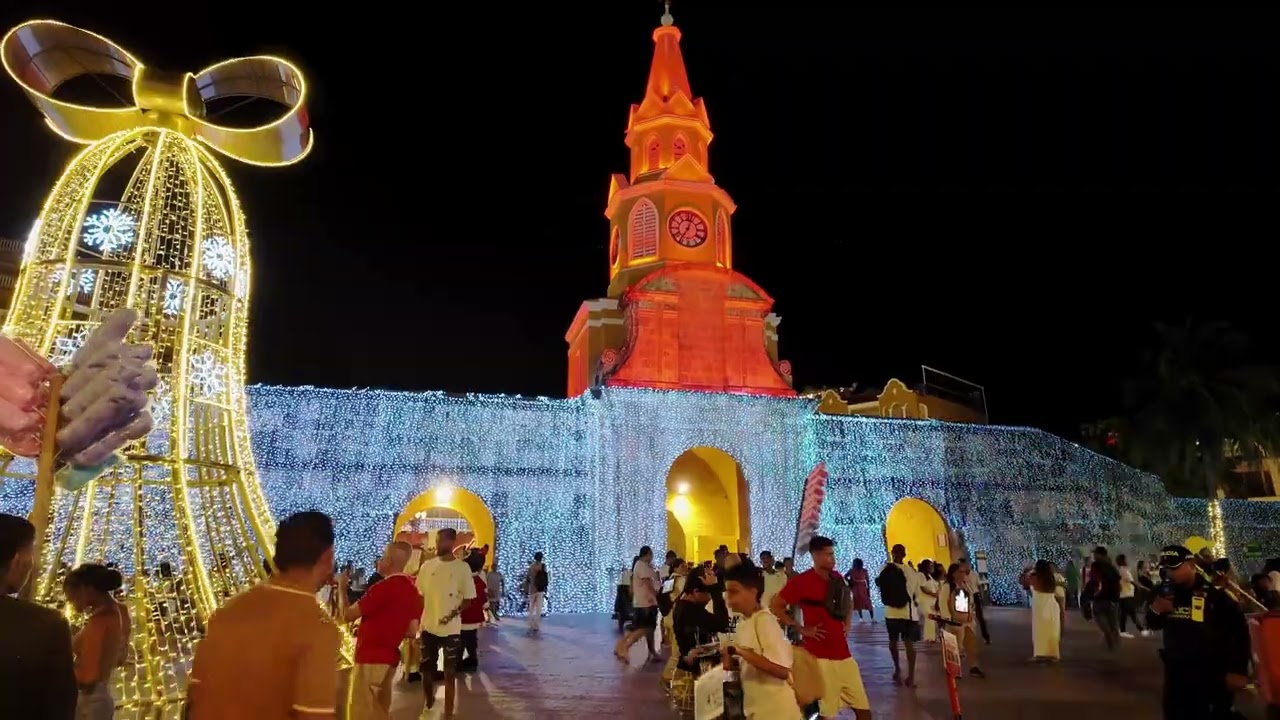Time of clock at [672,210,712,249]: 7:03
